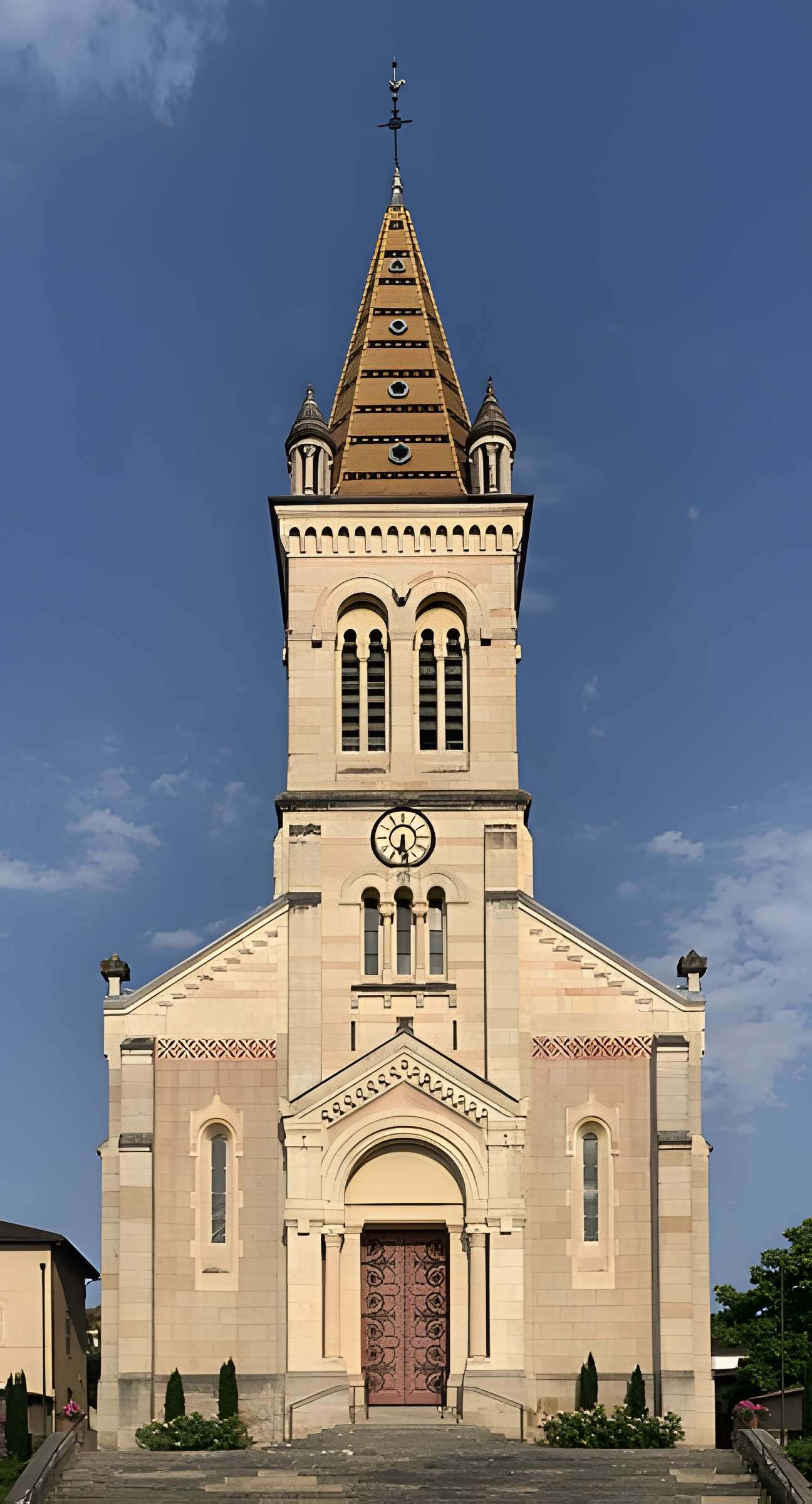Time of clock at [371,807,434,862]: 6:28
